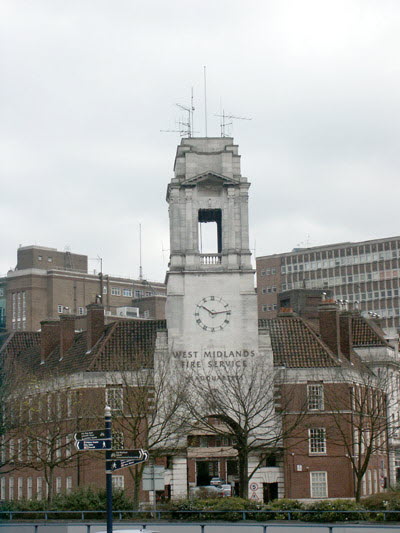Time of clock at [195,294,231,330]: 10:13
